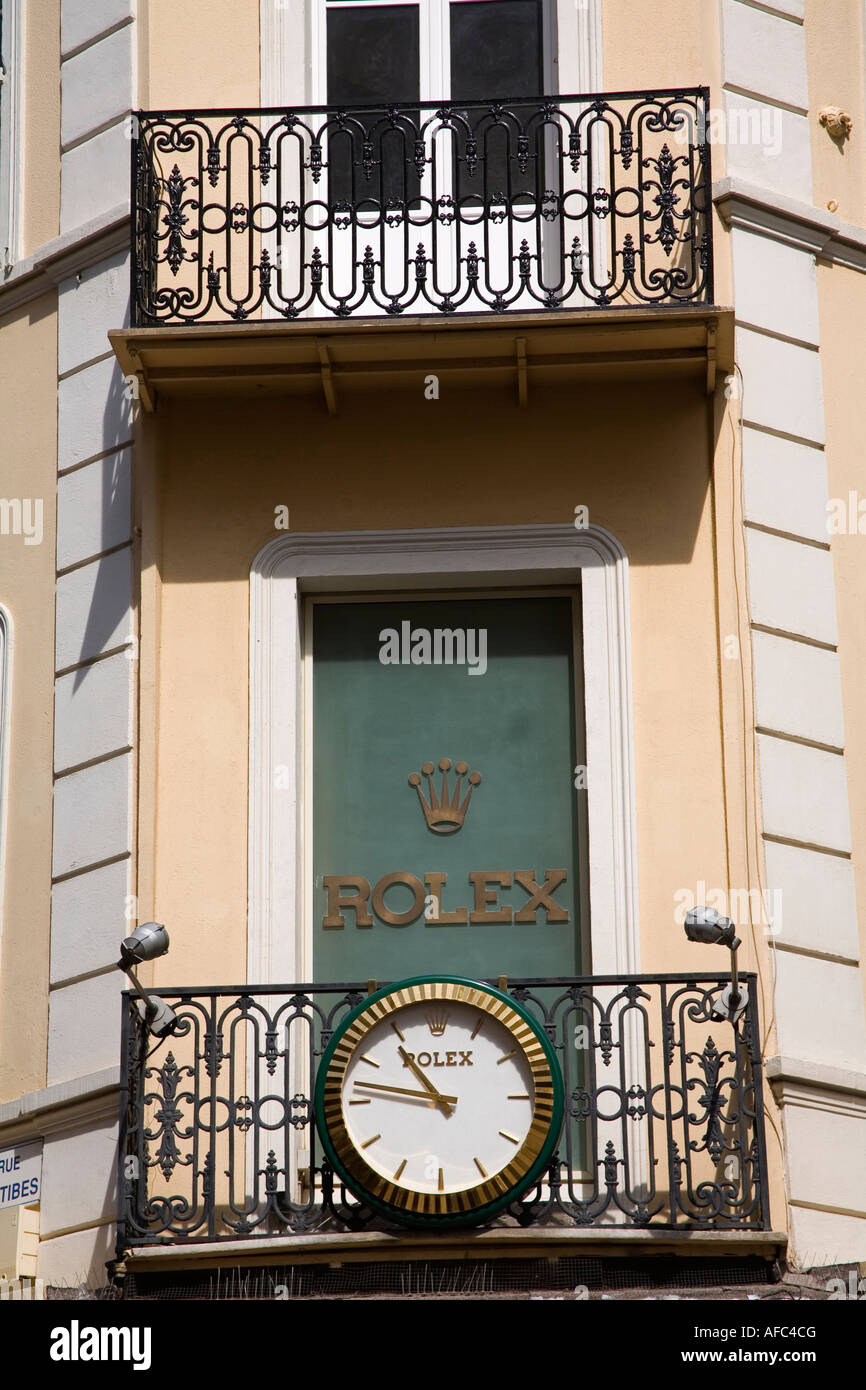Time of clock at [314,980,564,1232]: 10:46
